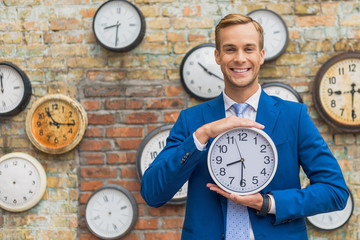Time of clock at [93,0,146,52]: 8:30
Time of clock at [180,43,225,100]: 10:20
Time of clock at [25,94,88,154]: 11:16
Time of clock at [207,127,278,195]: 8:30
